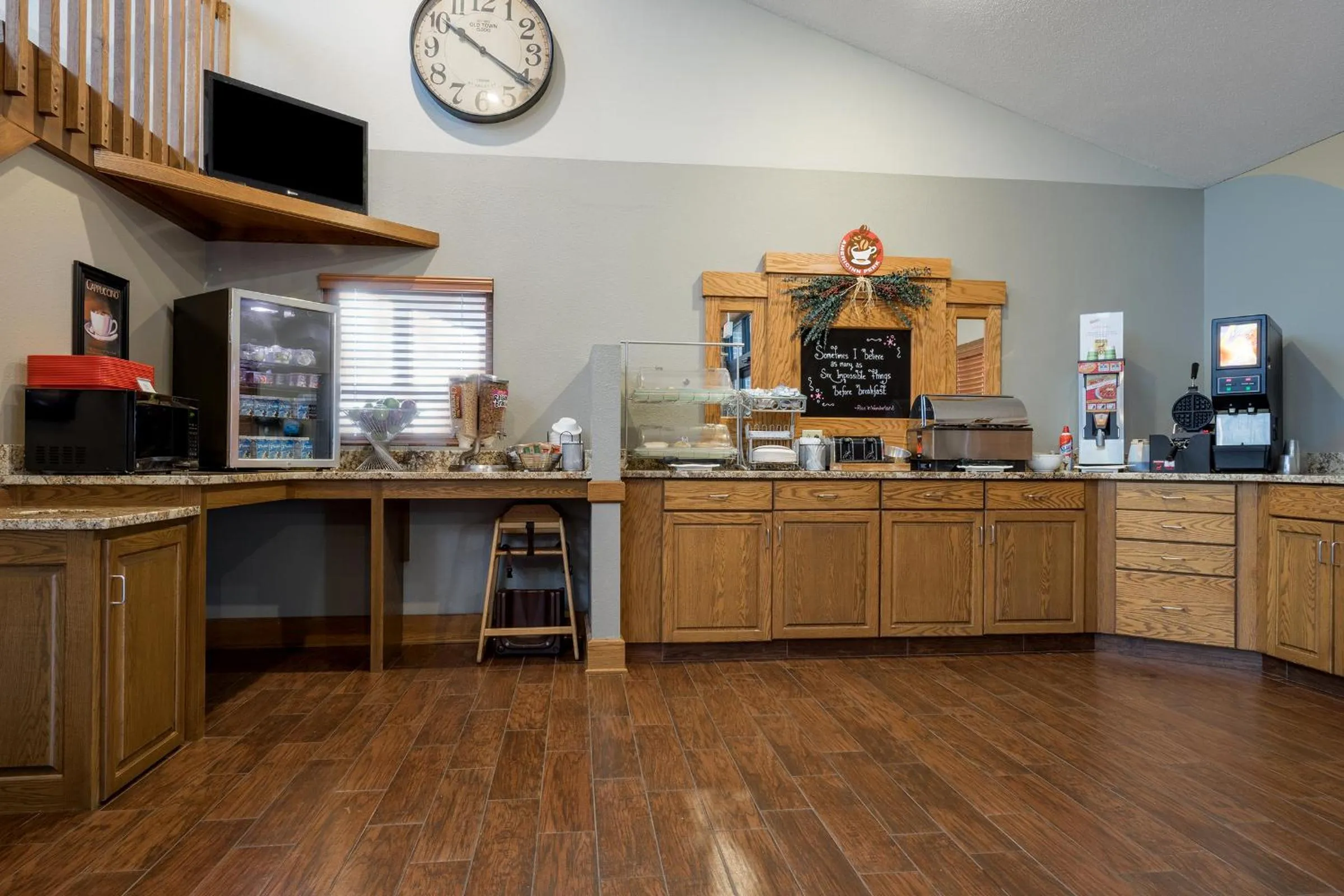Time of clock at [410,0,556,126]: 10:20
